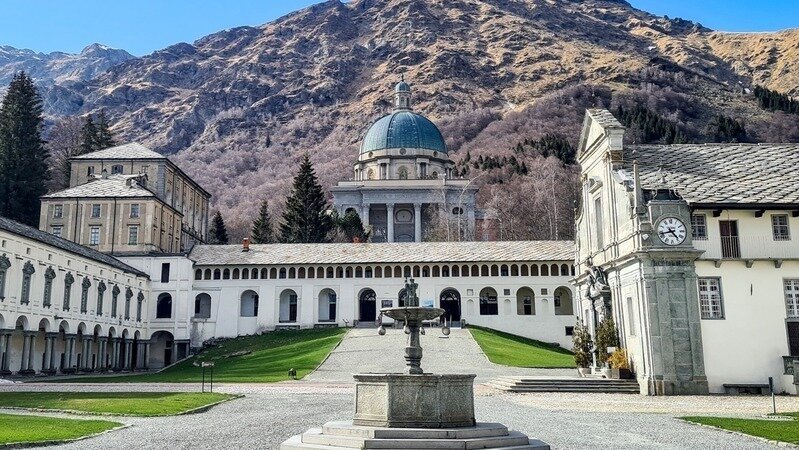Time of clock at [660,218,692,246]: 4:42
